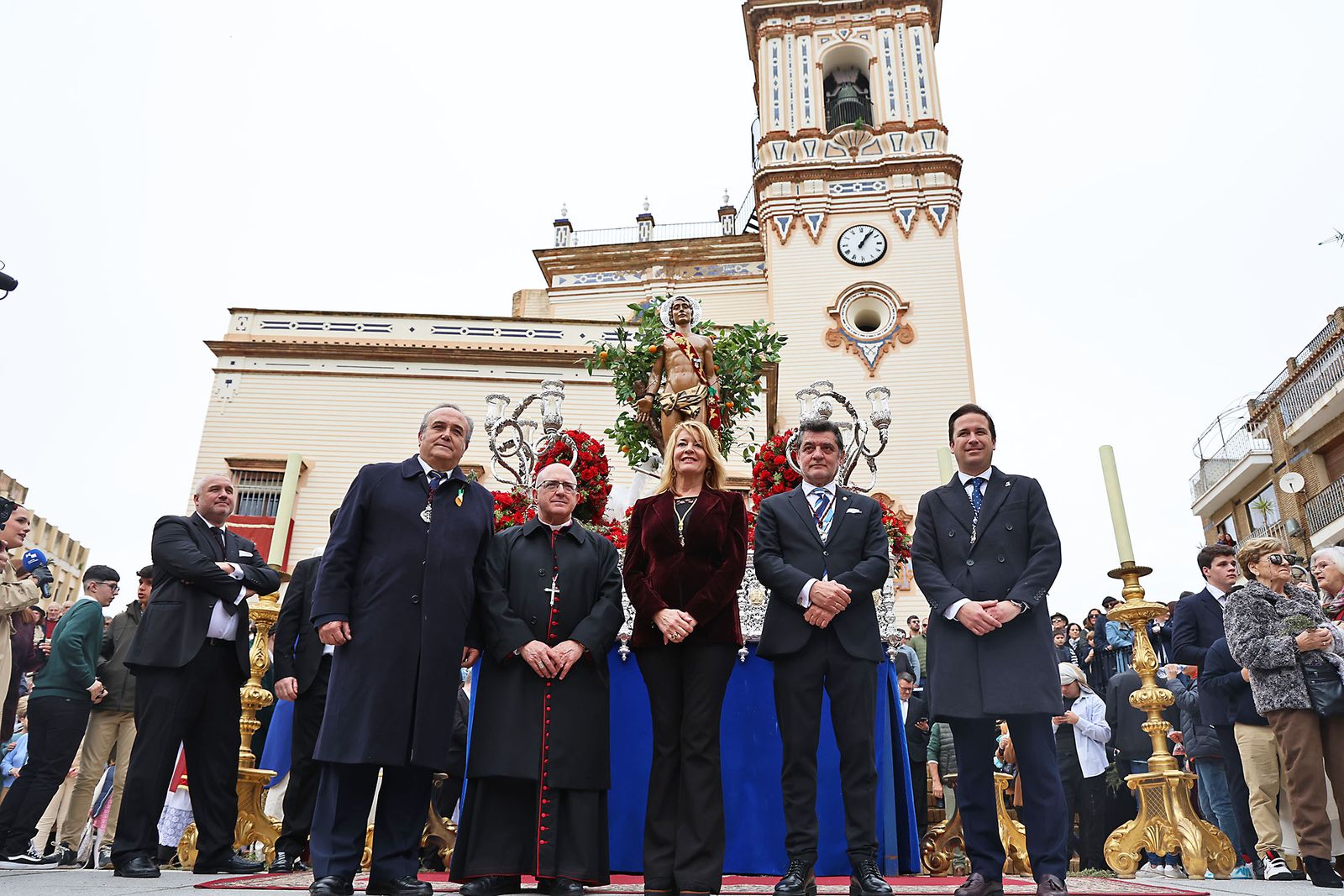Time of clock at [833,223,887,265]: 1:06
